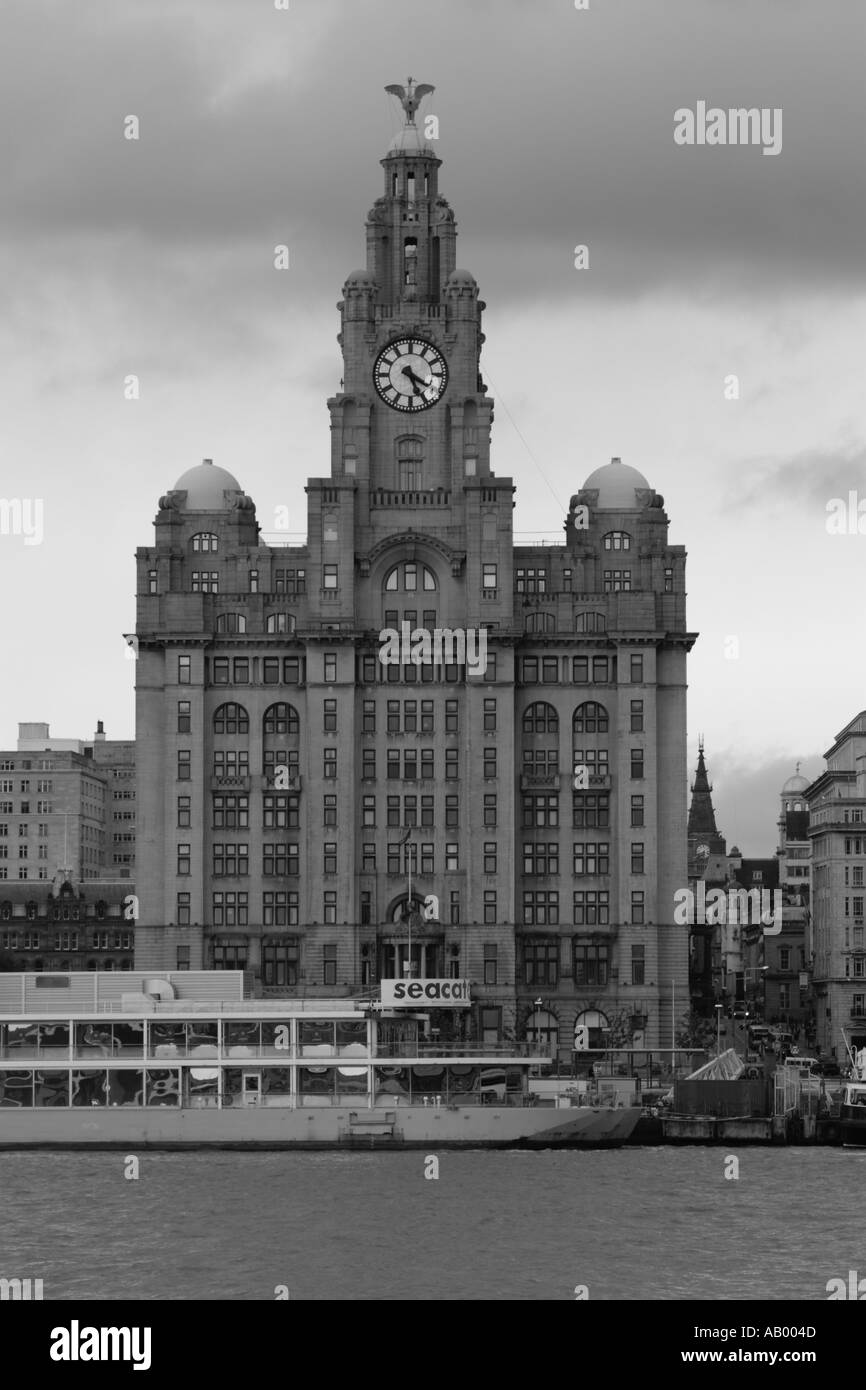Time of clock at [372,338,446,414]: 5:20
